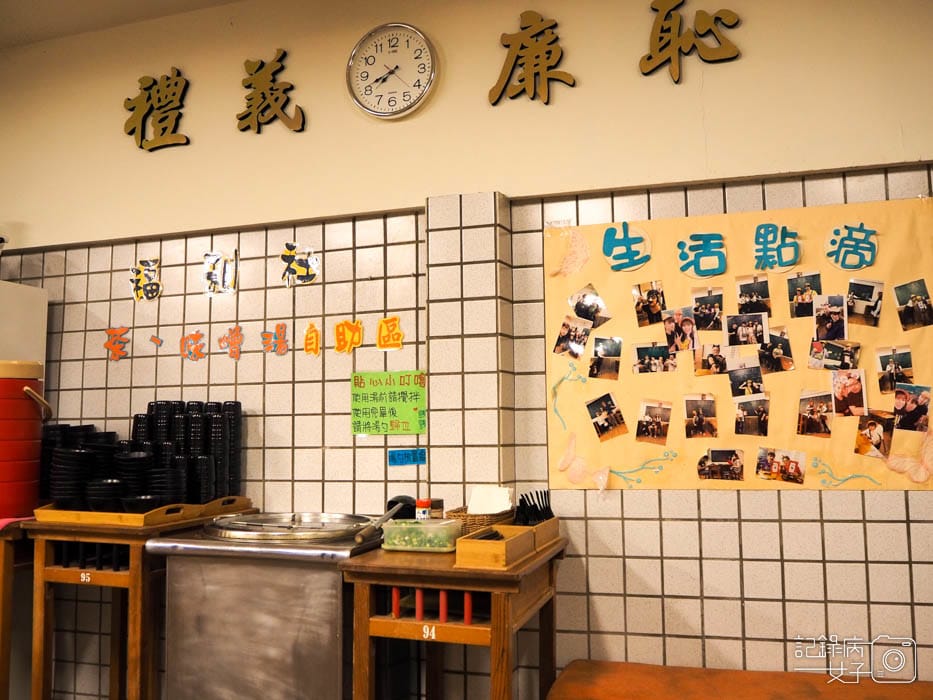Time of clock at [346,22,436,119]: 7:41
